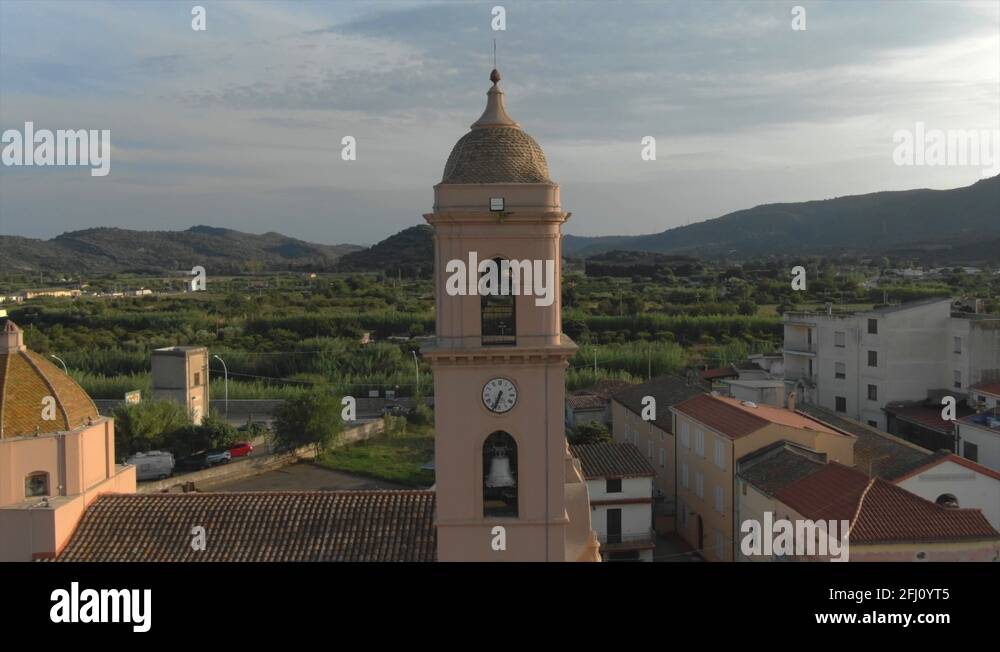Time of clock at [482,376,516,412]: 6:33
